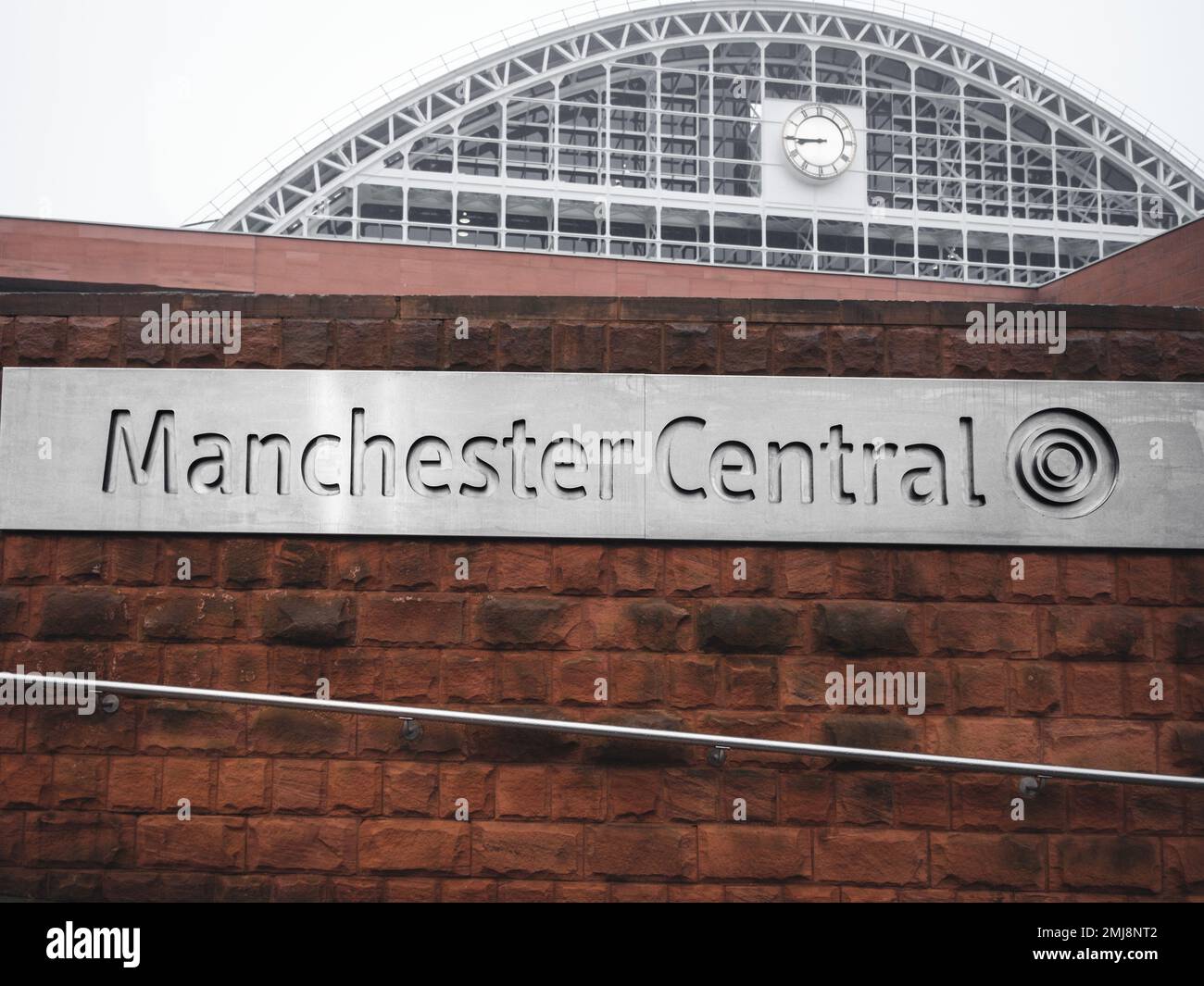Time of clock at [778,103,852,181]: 8:45
